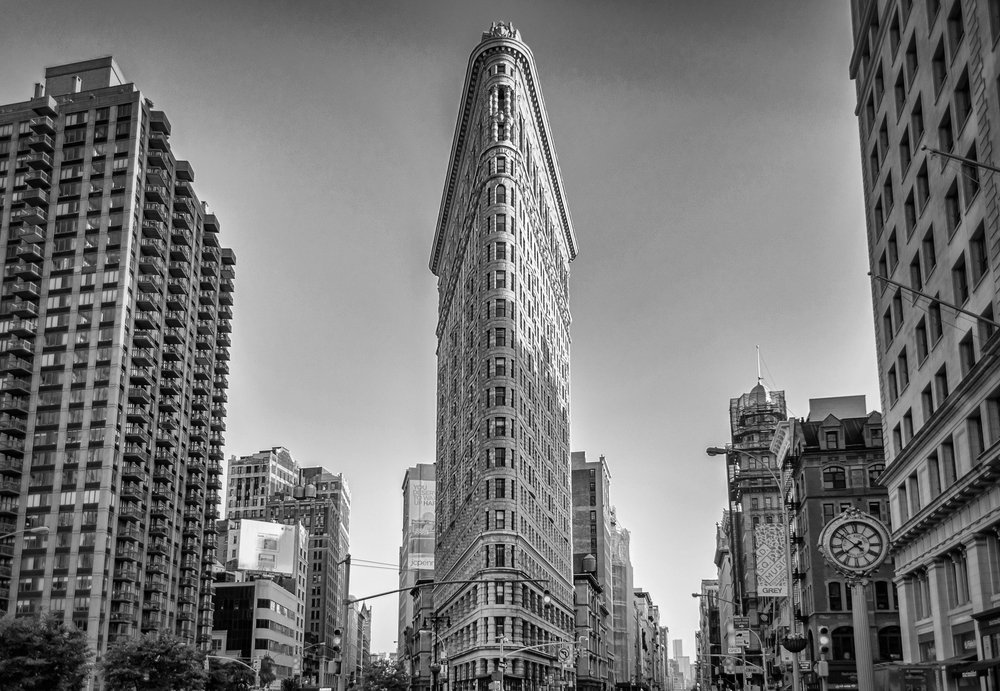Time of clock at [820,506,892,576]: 7:51
